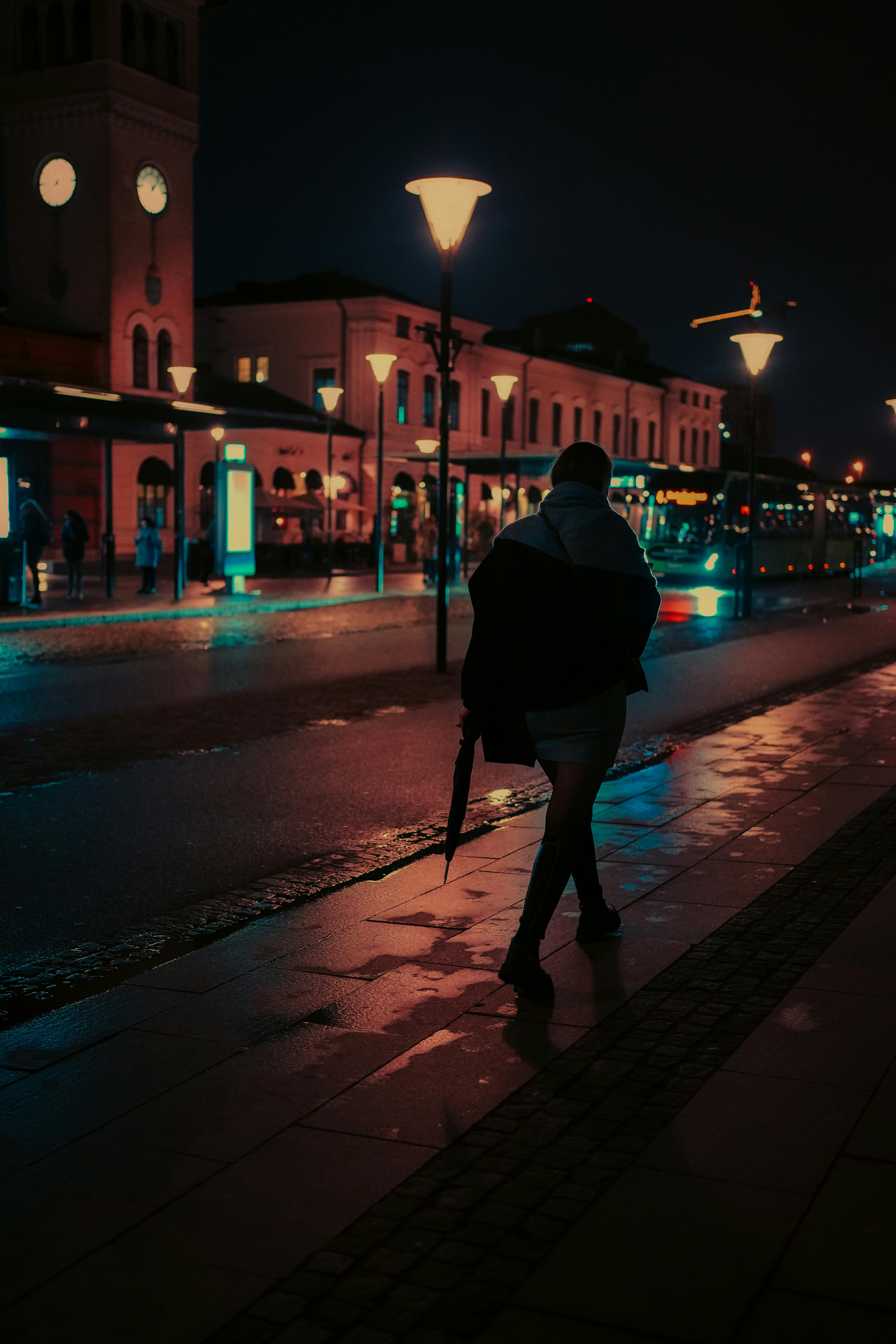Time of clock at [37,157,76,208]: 7:32
